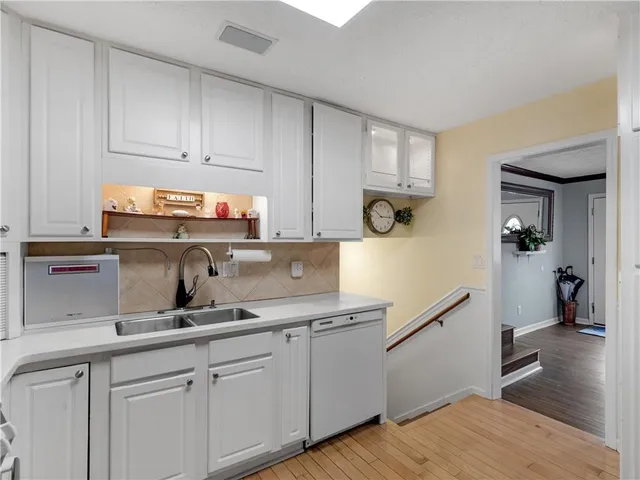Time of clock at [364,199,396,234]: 10:15
